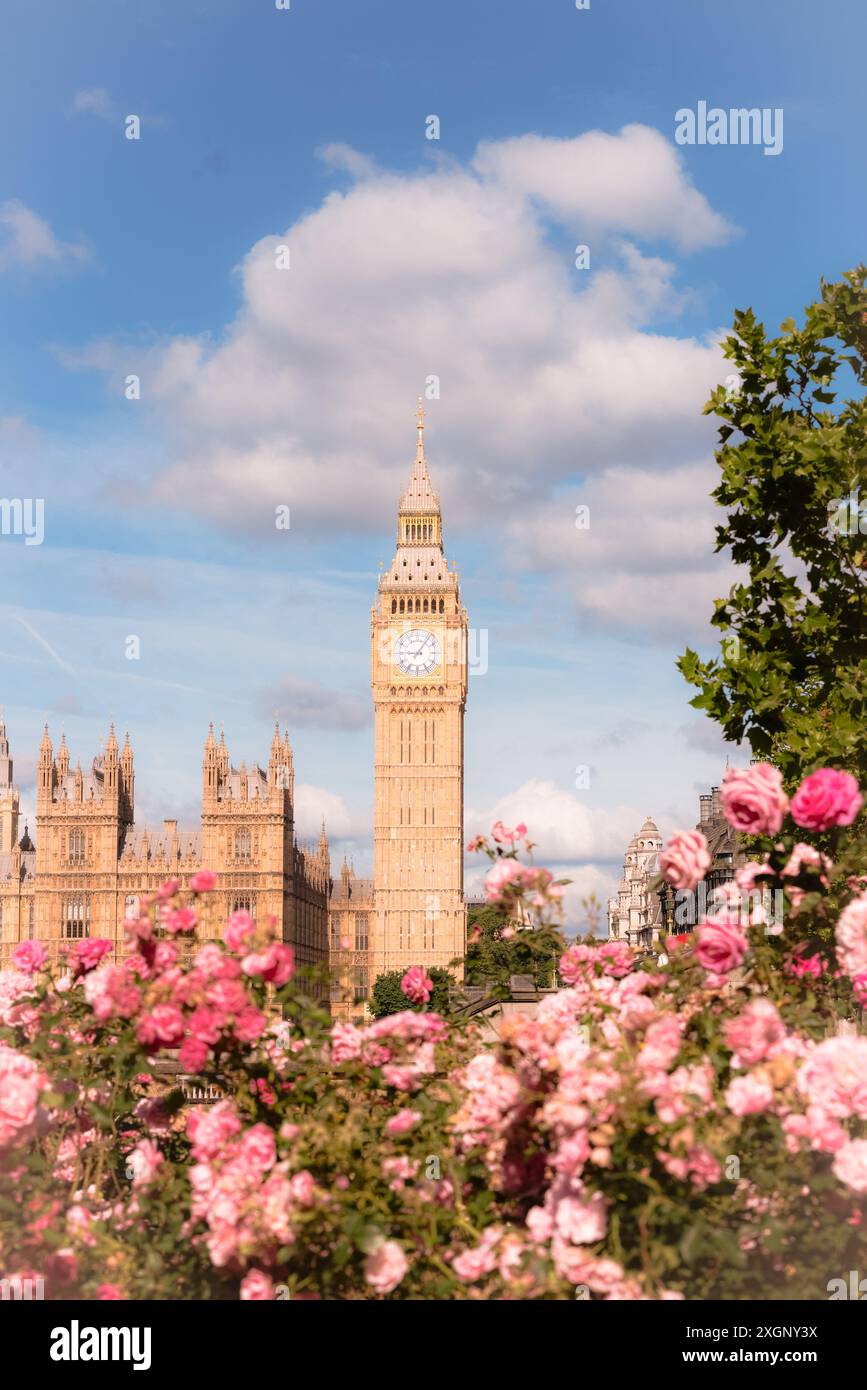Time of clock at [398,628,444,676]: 9:05
